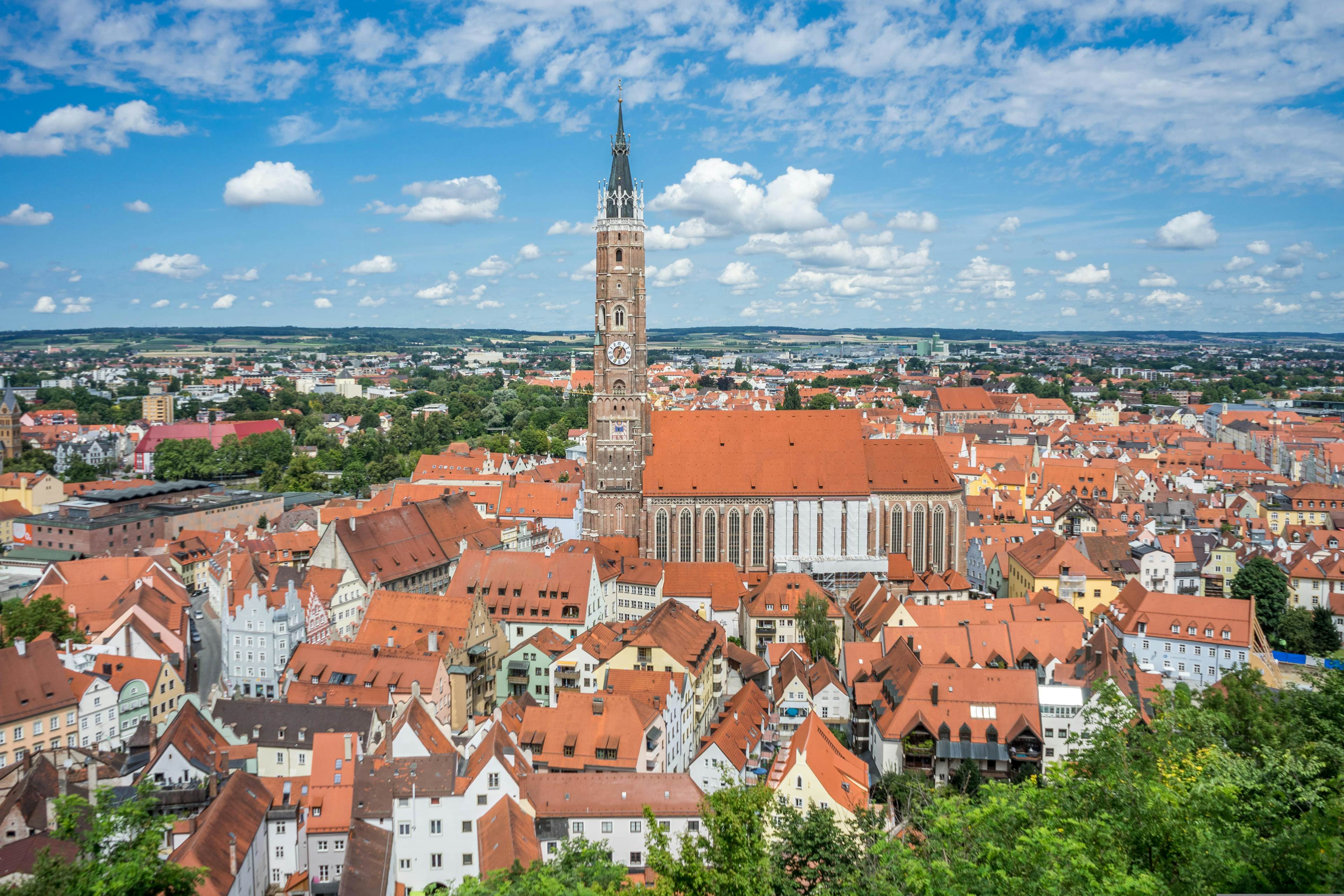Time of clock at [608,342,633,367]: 12:34
